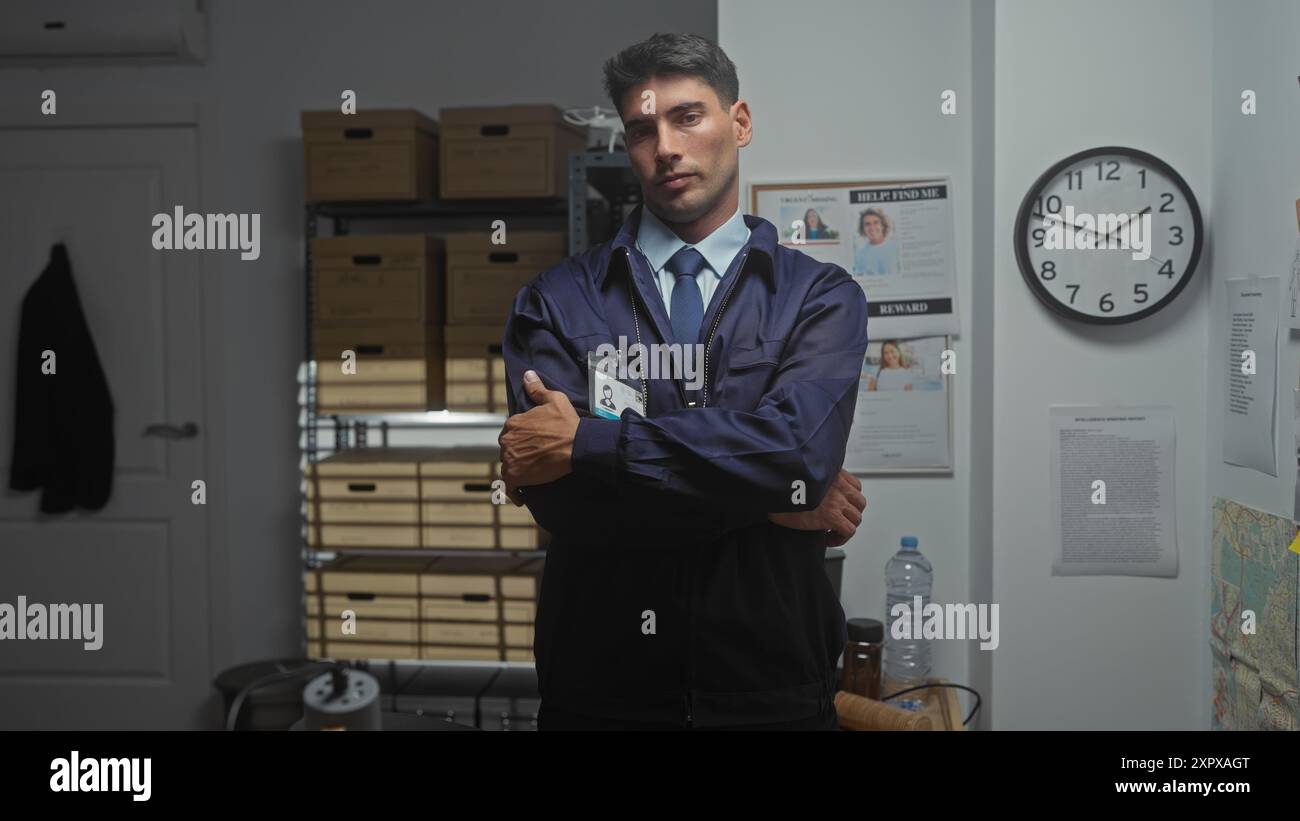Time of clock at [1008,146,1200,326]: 1:47
